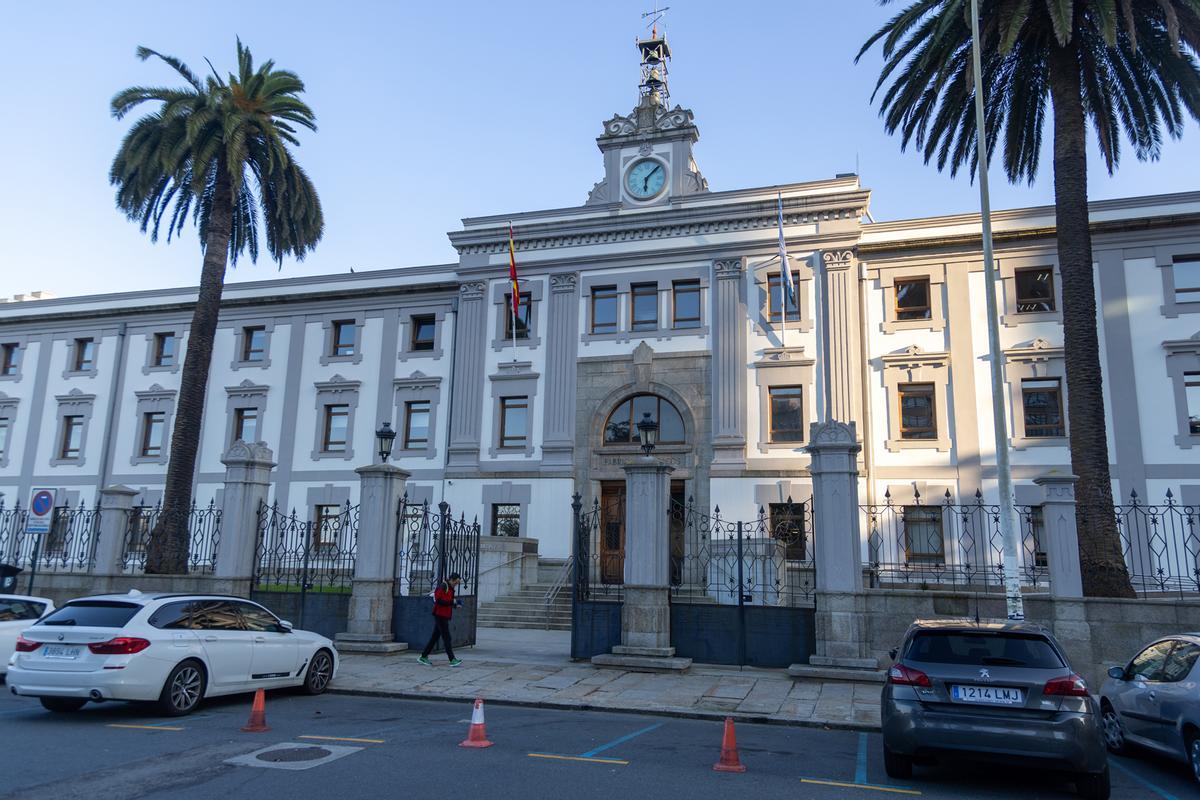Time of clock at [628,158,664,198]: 6:07
